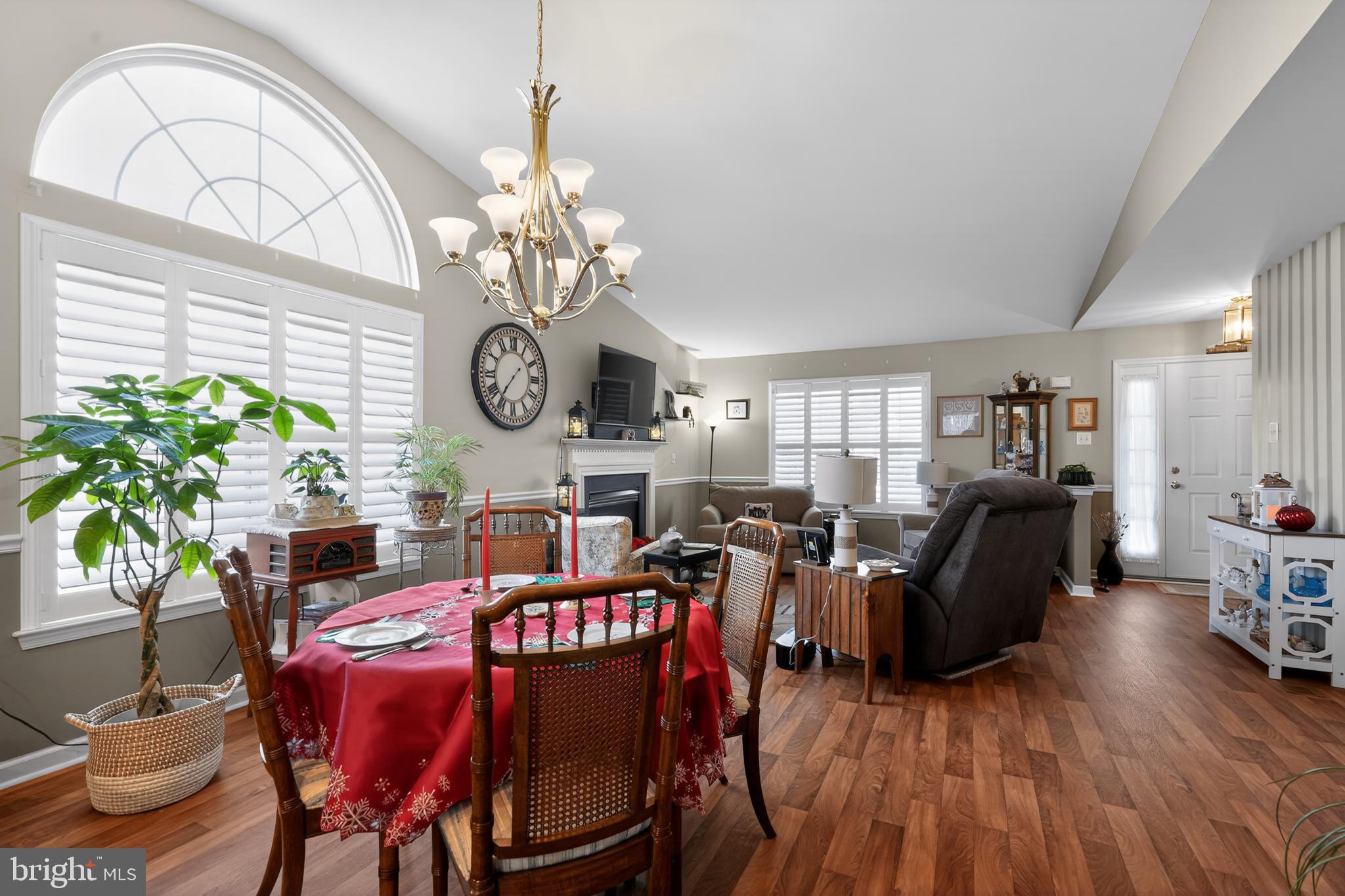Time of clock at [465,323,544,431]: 1:36
